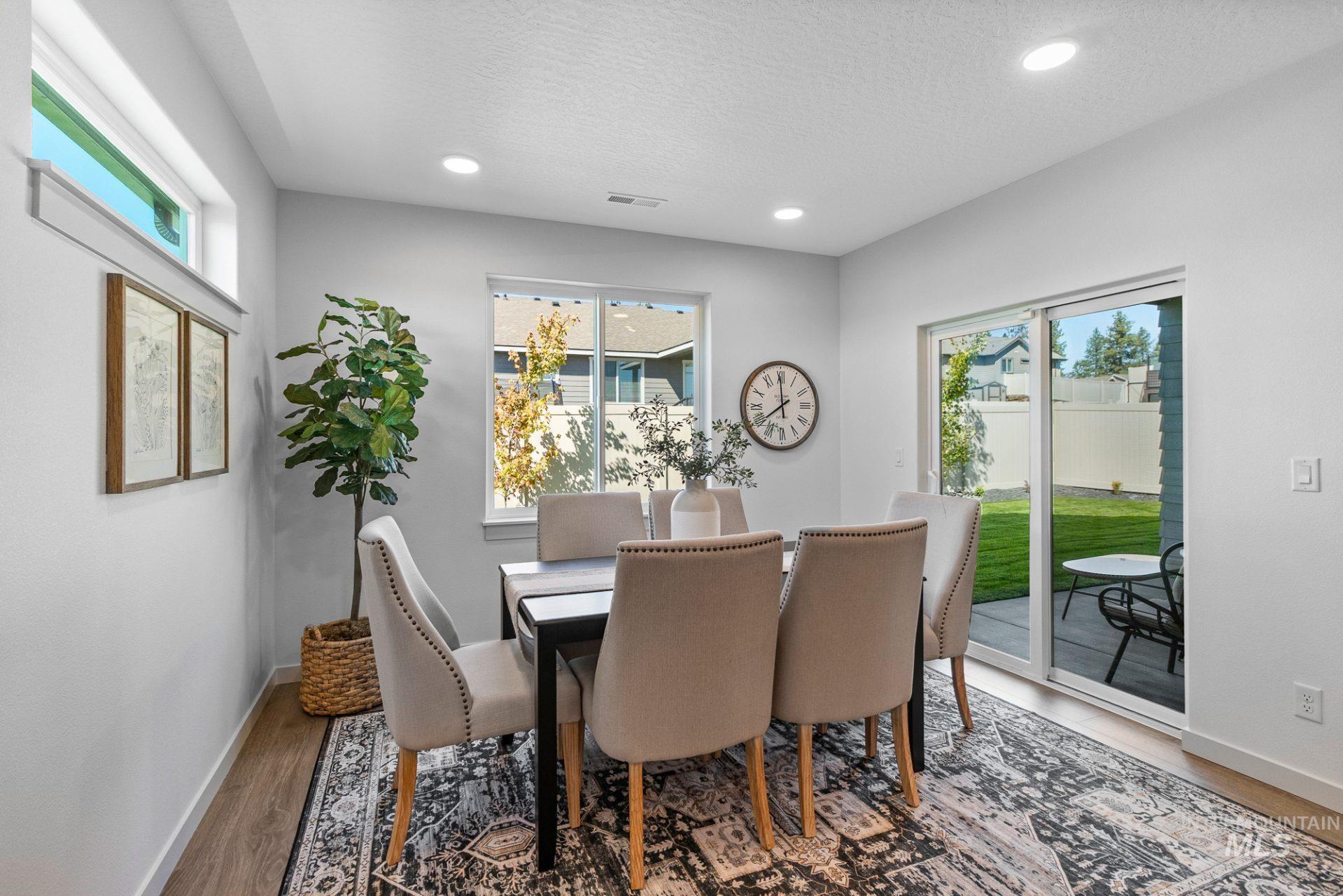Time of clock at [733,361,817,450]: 7:59
